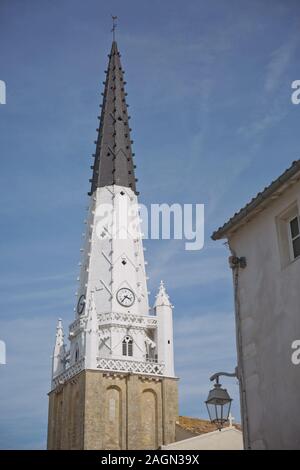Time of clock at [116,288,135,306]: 3:36
